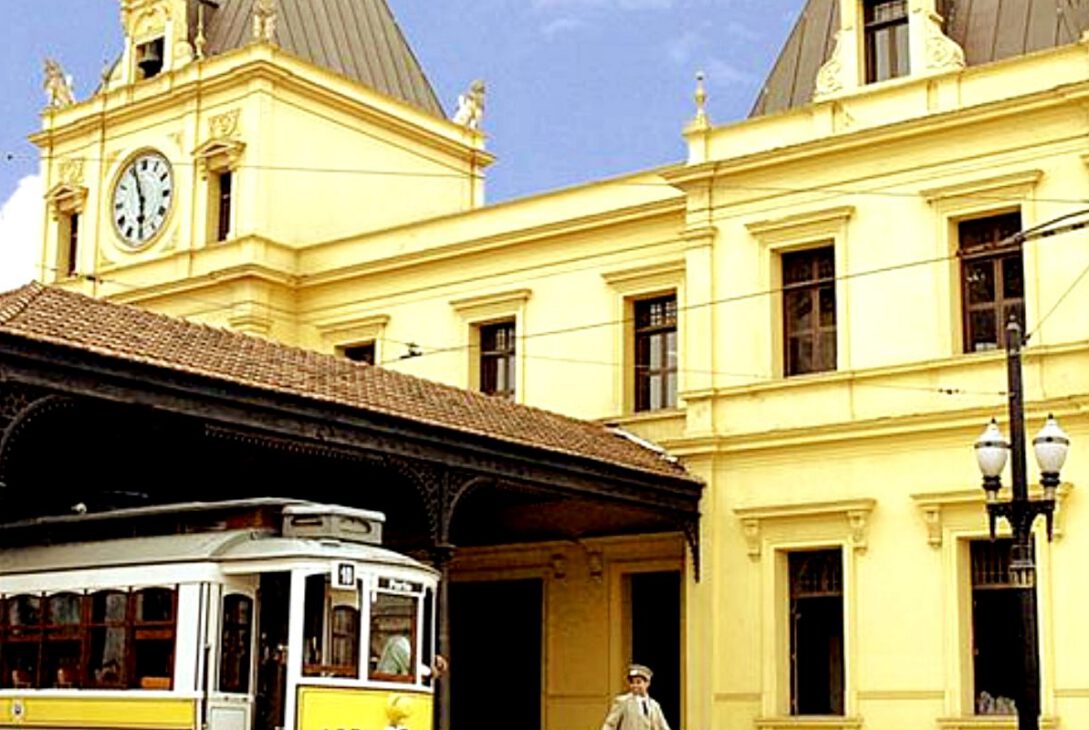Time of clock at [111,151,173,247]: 5:56
